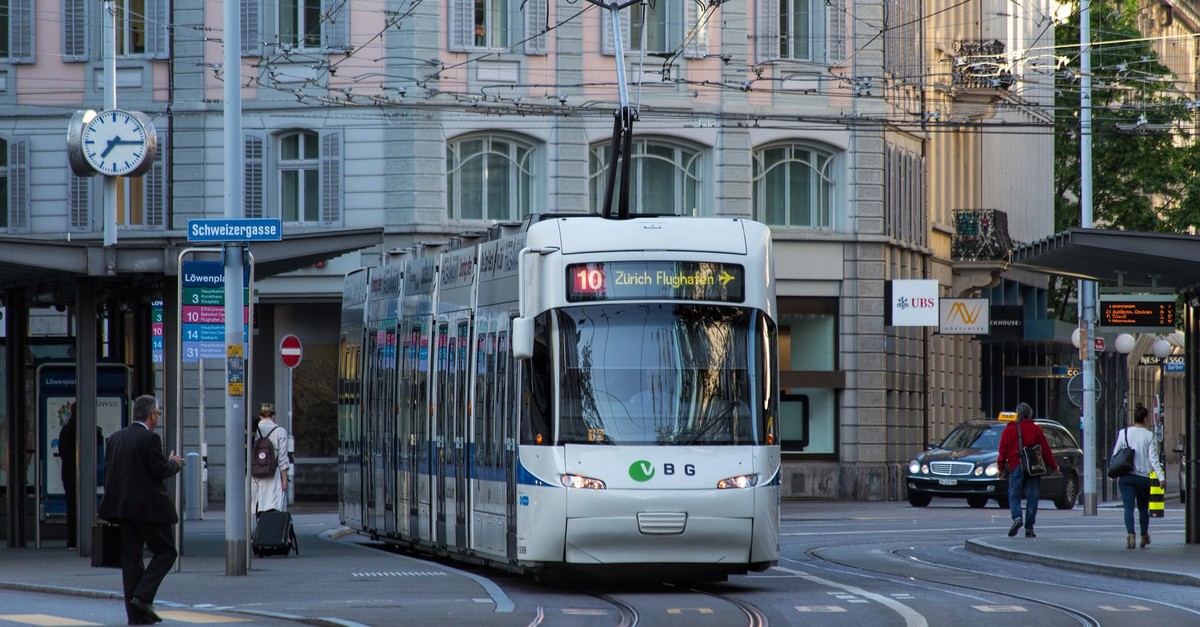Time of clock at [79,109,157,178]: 7:15
